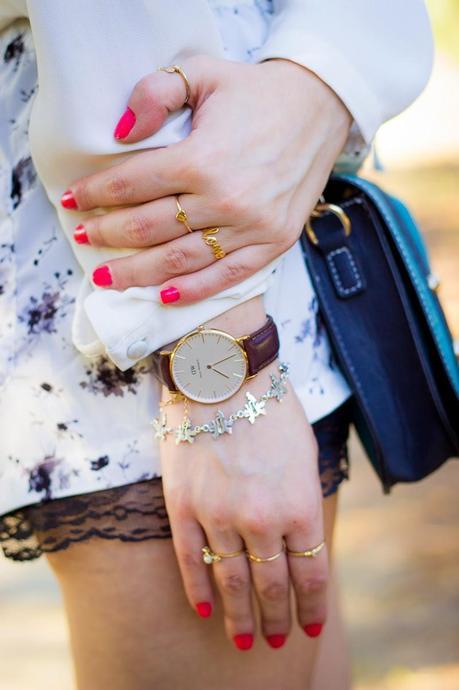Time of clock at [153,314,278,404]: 4:11
